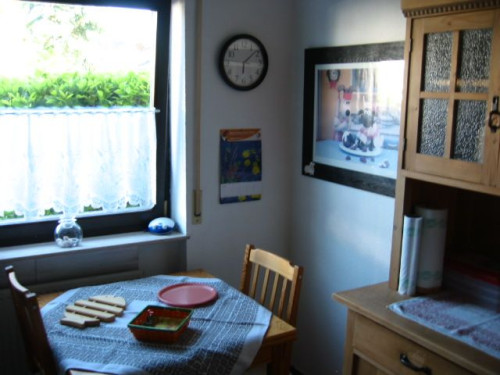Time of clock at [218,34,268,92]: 6:08
